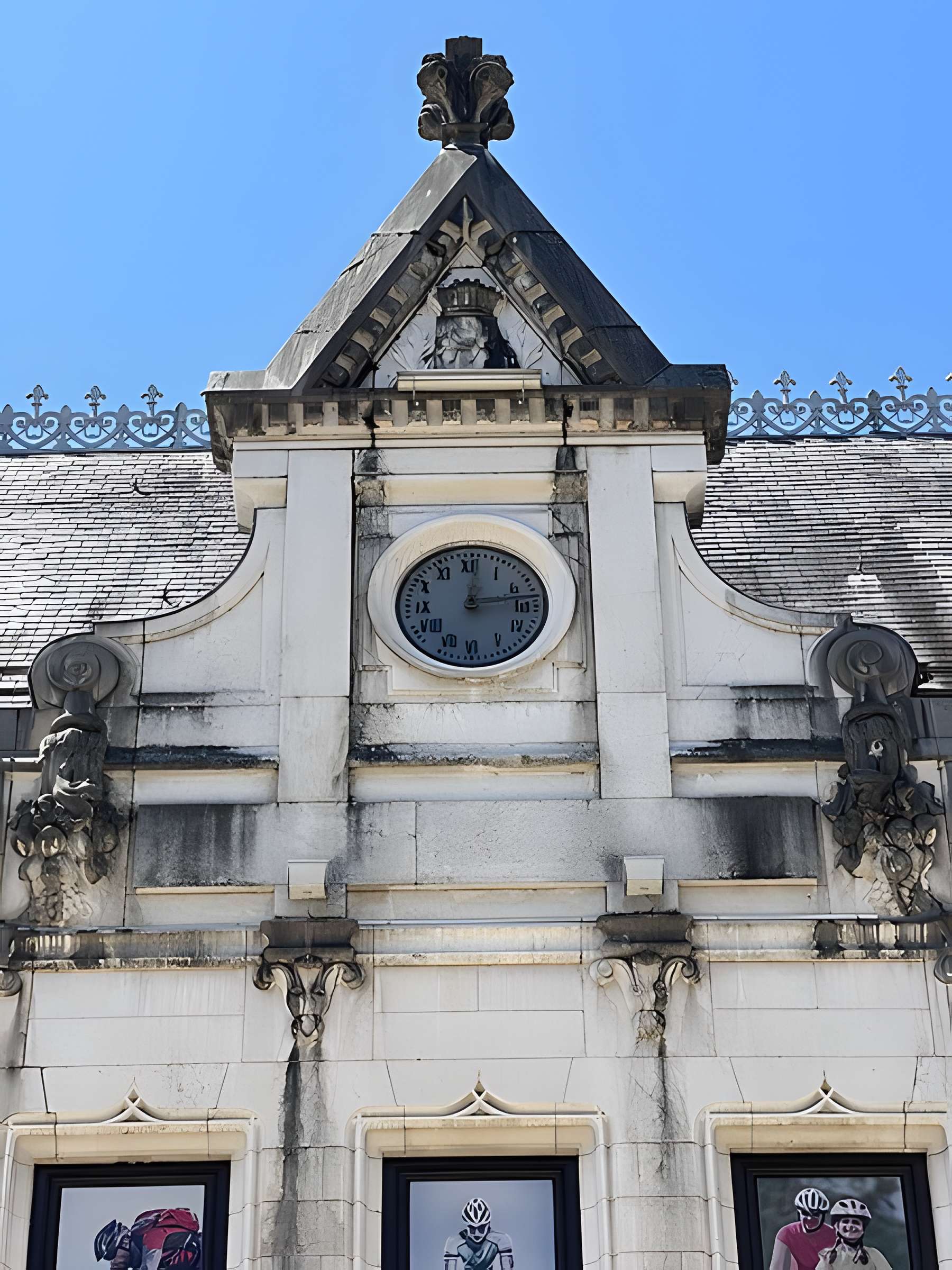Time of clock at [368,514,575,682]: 12:13
